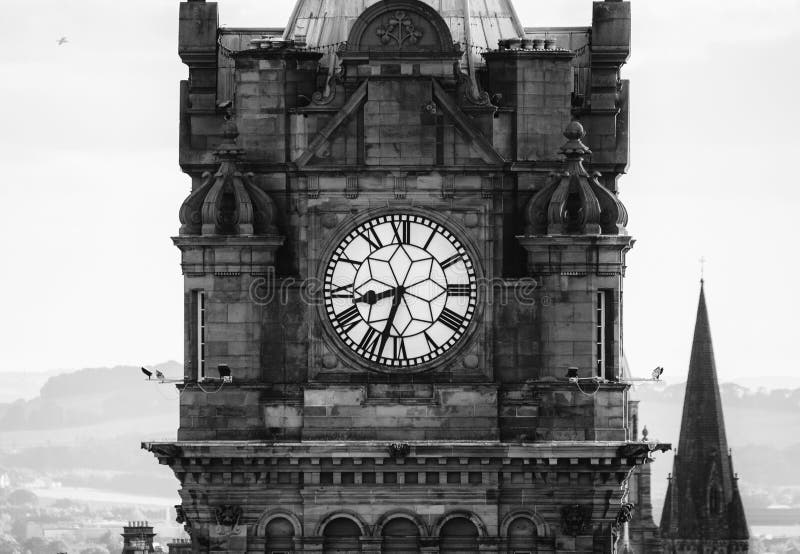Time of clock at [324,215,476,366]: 8:32
